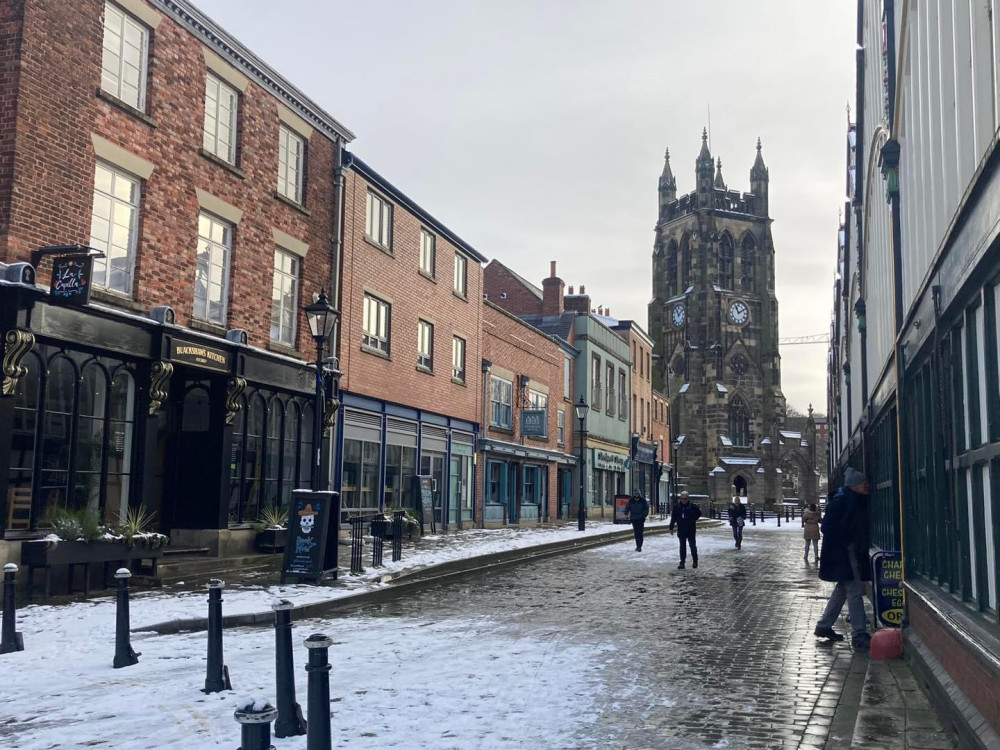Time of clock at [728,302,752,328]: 11:09
